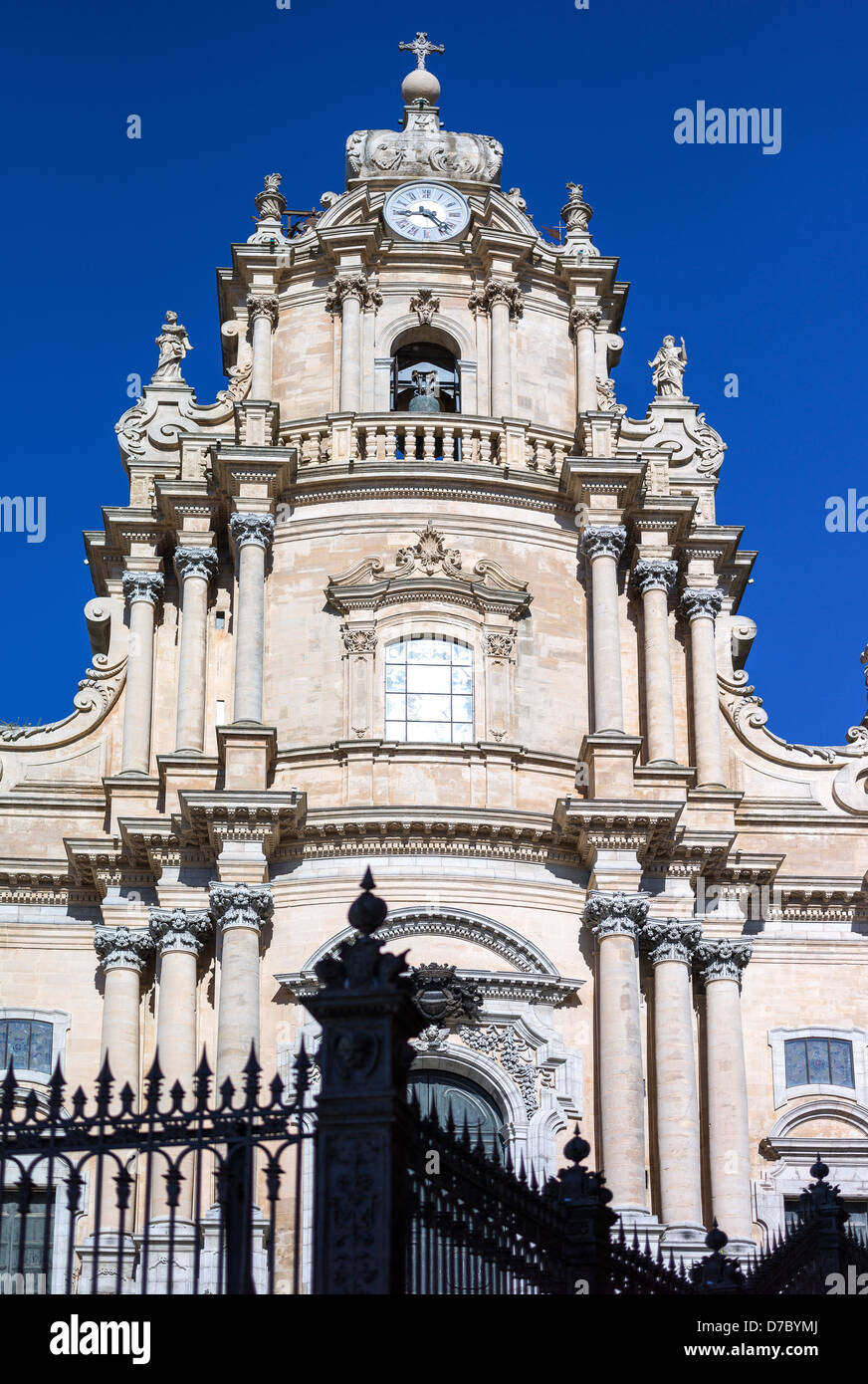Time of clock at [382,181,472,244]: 4:44
